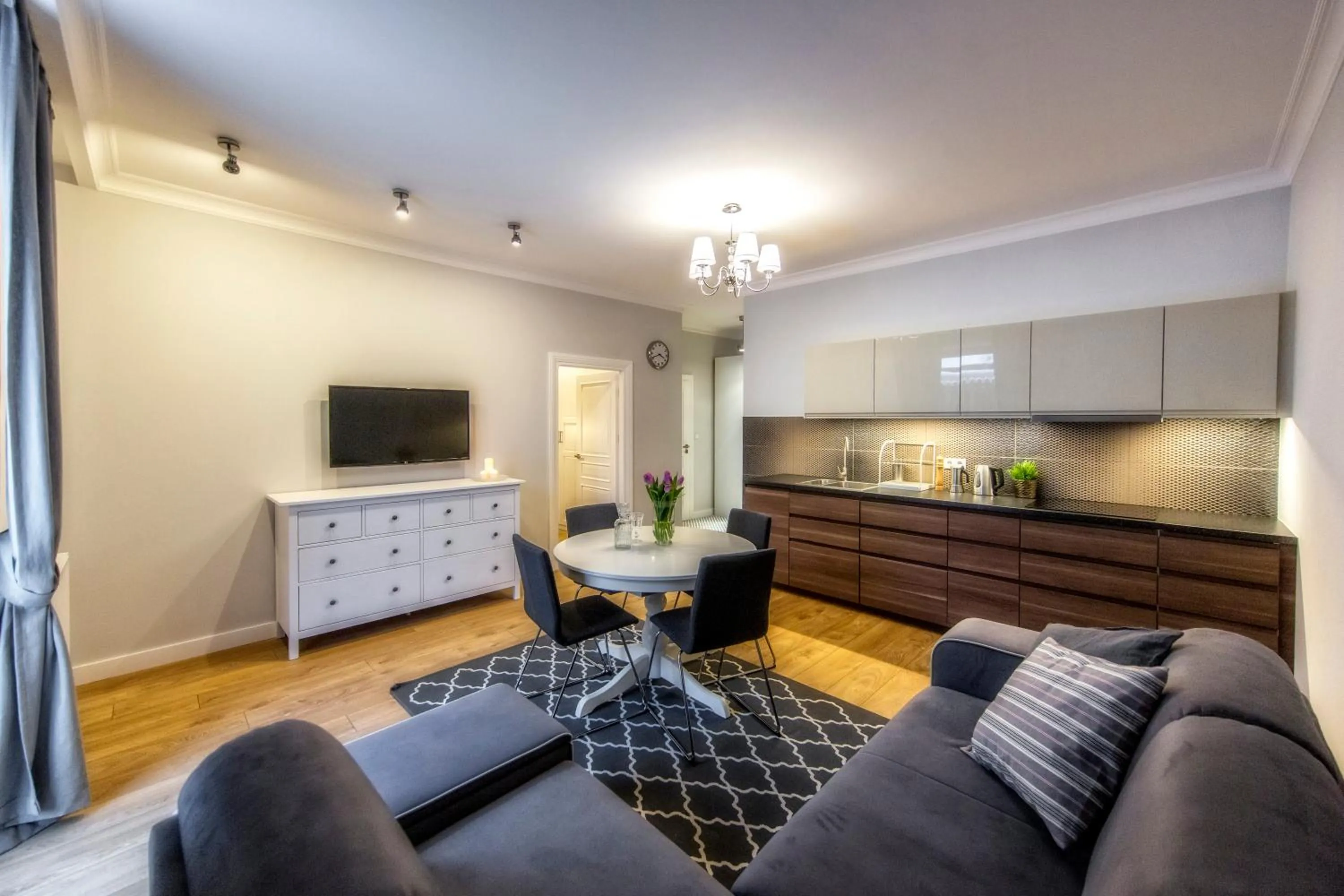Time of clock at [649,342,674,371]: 3:40
